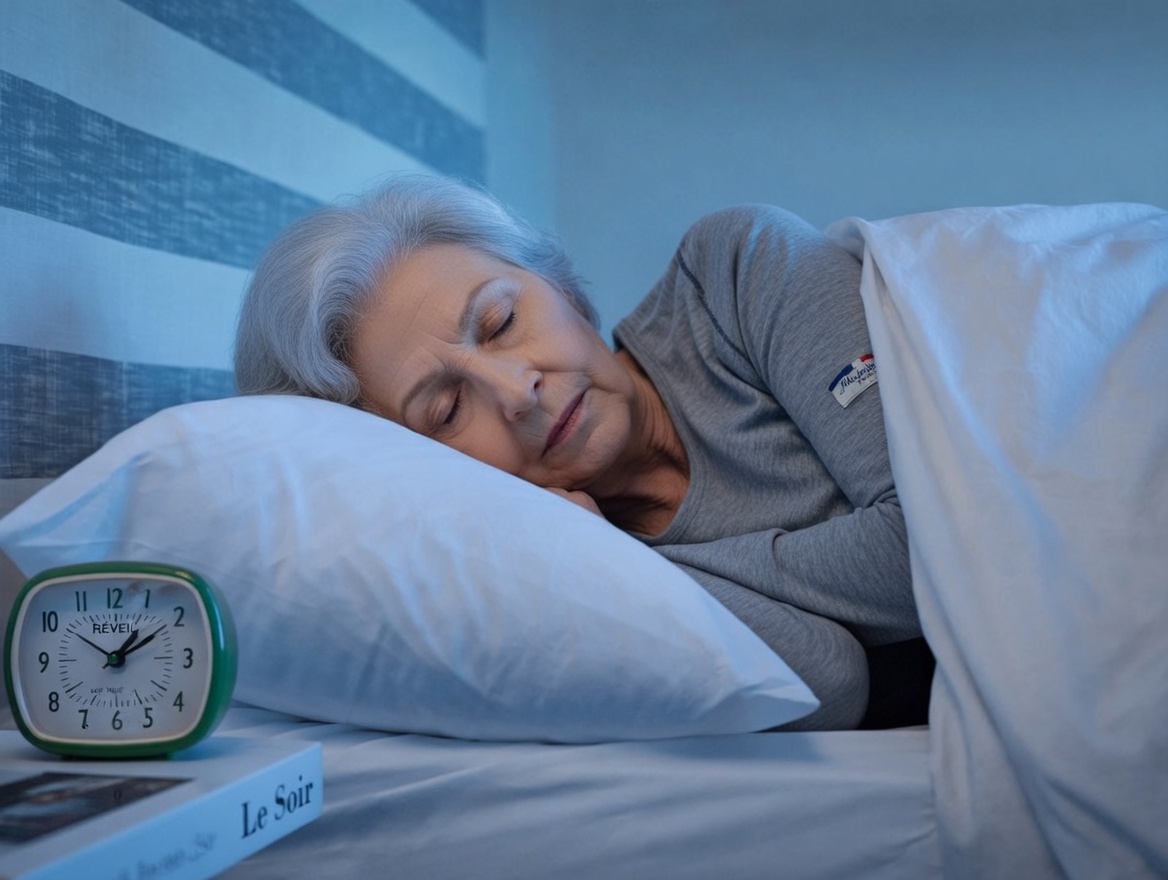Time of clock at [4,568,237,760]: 1:09
